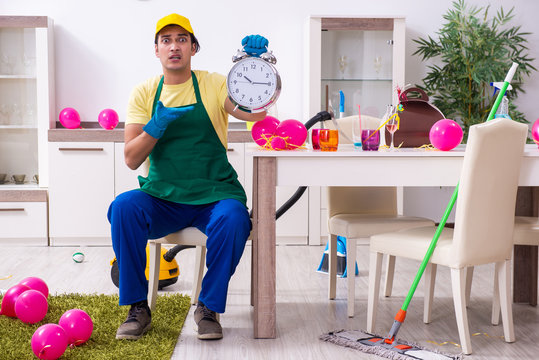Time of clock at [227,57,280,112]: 10:14
